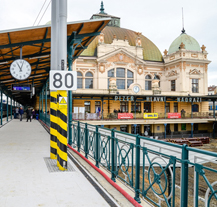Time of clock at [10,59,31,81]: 11:02
